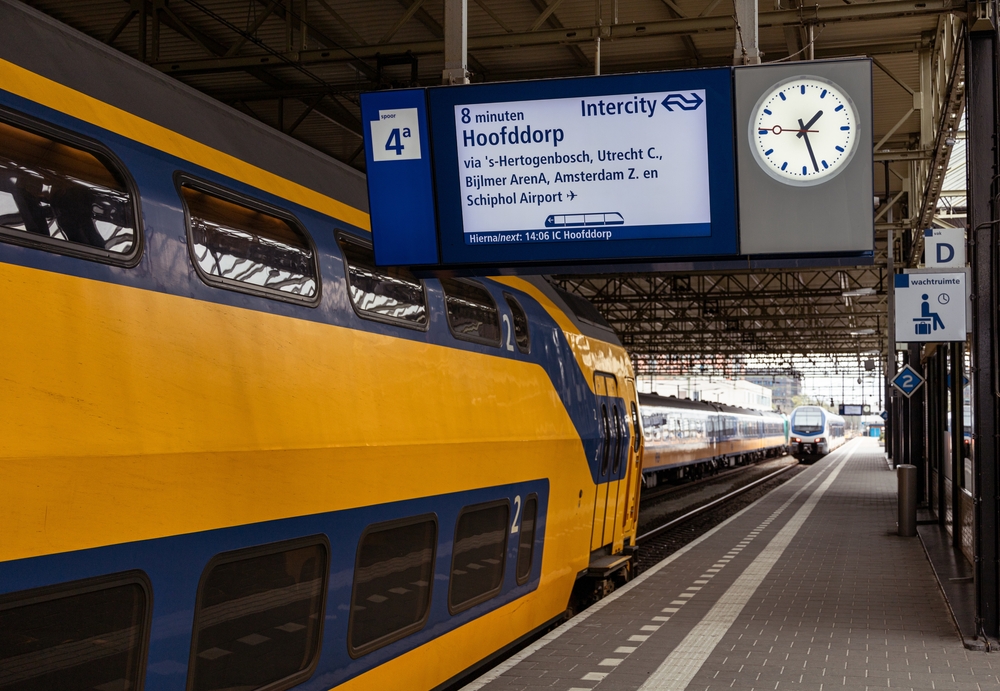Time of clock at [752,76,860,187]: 1:27
